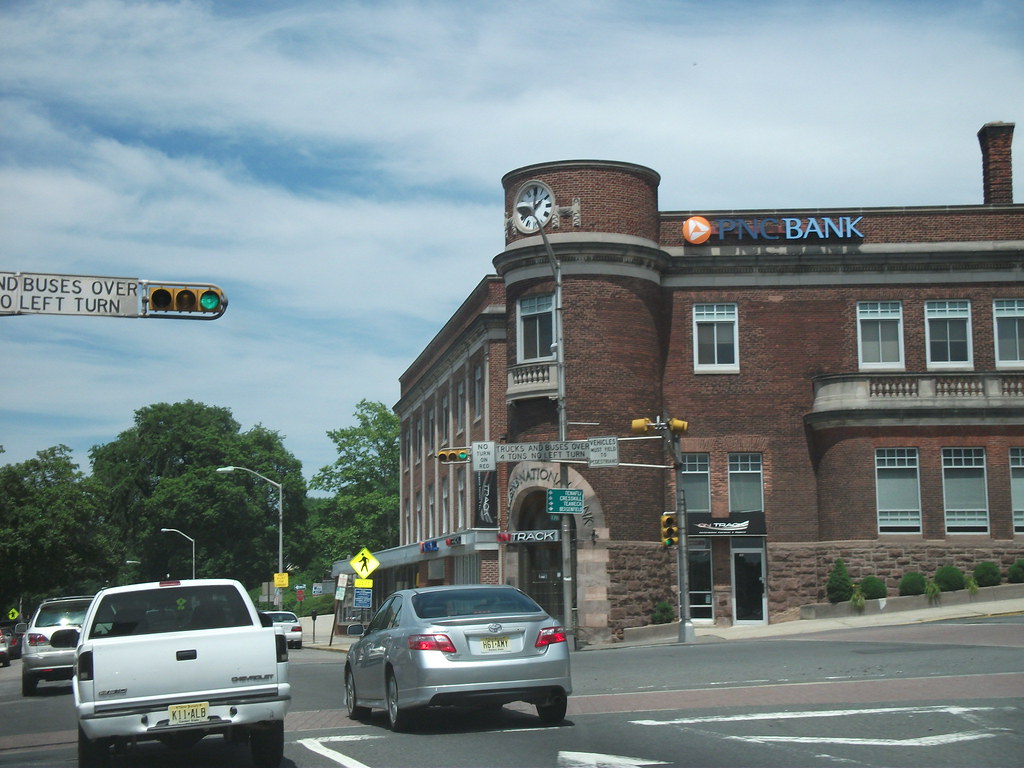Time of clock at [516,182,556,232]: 2:00
